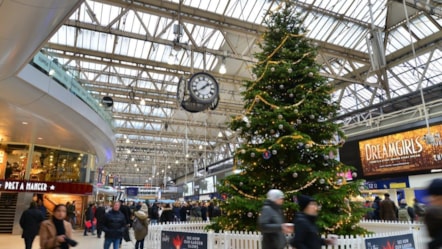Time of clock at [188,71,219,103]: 1:39
